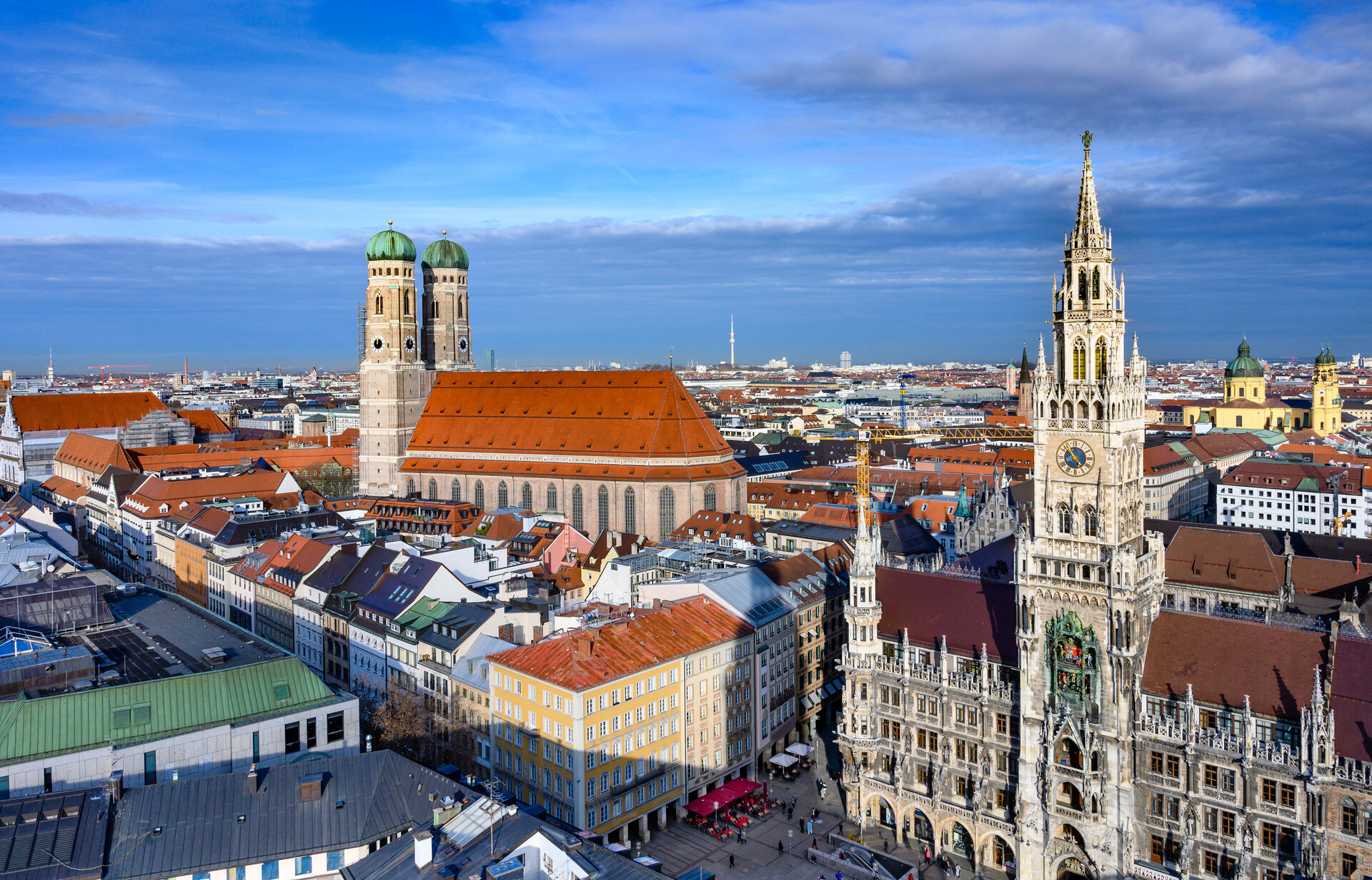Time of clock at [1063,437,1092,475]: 4:52
